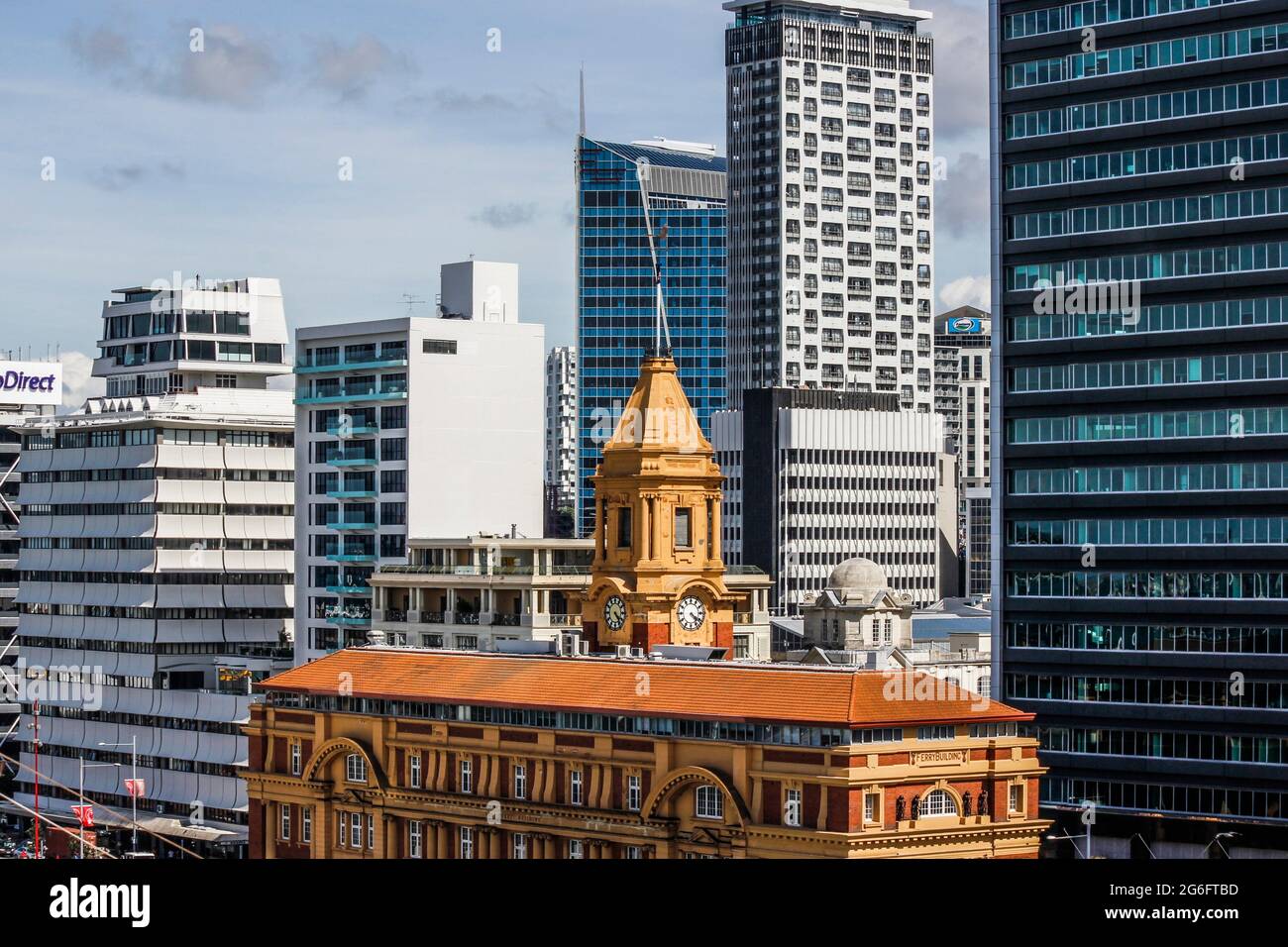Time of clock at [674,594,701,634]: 4:20
